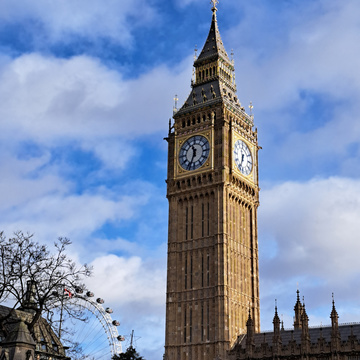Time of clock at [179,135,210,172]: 11:33
